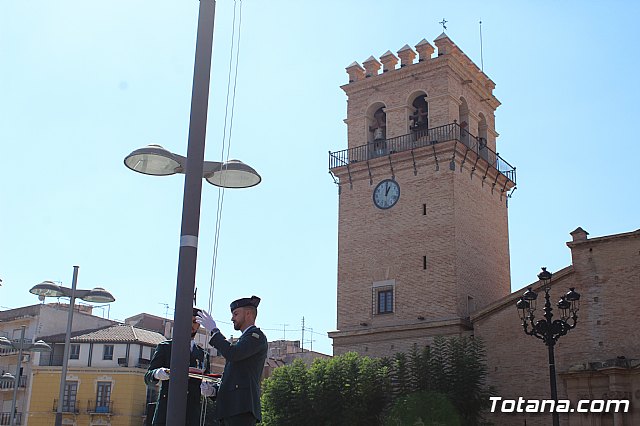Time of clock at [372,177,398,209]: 1:00
